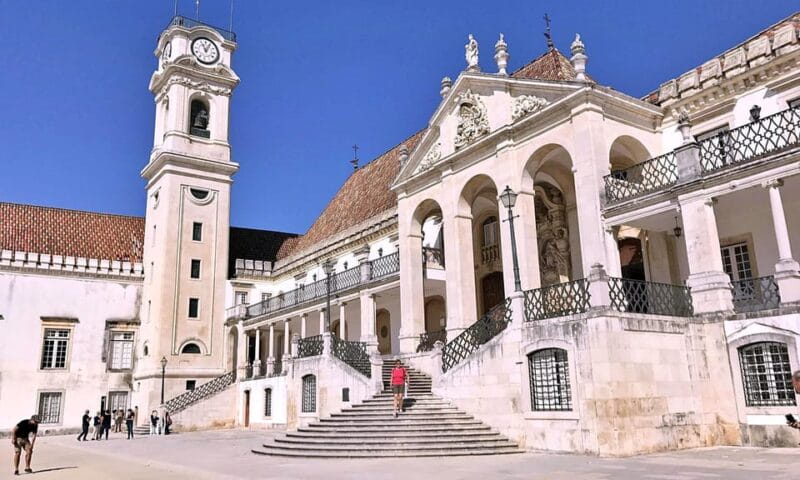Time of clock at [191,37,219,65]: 11:04
